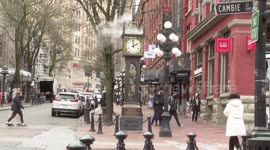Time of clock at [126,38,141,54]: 1:59
